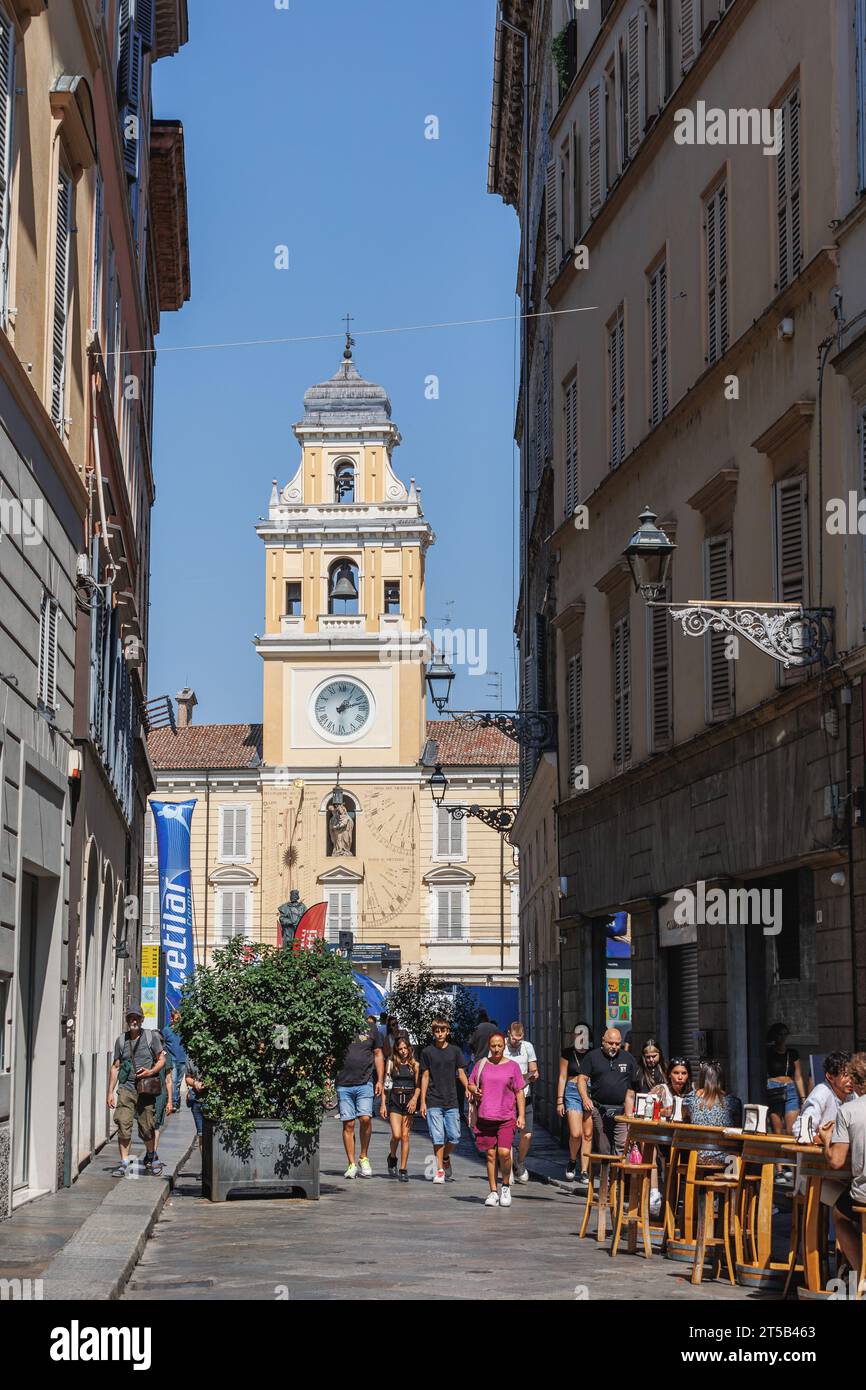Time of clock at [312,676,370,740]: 1:12
